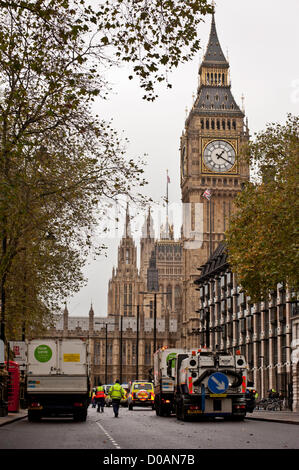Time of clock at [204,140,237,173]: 1:20
